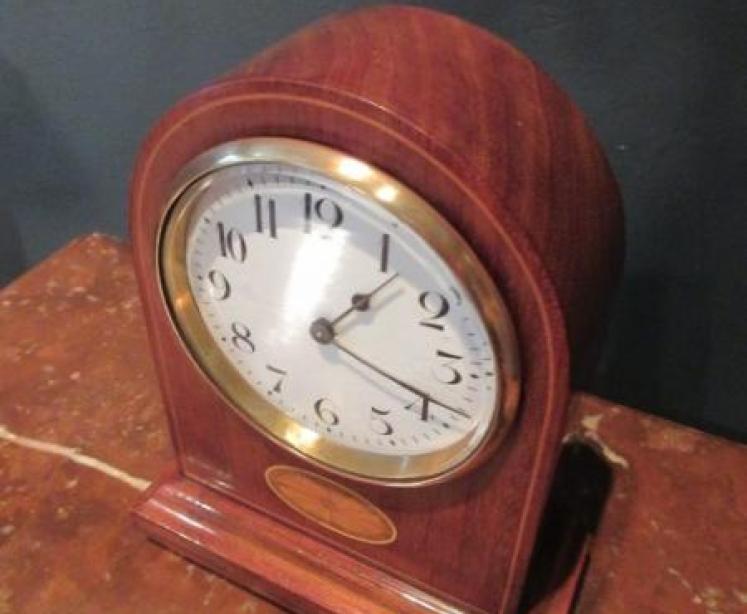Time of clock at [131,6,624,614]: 1:18
